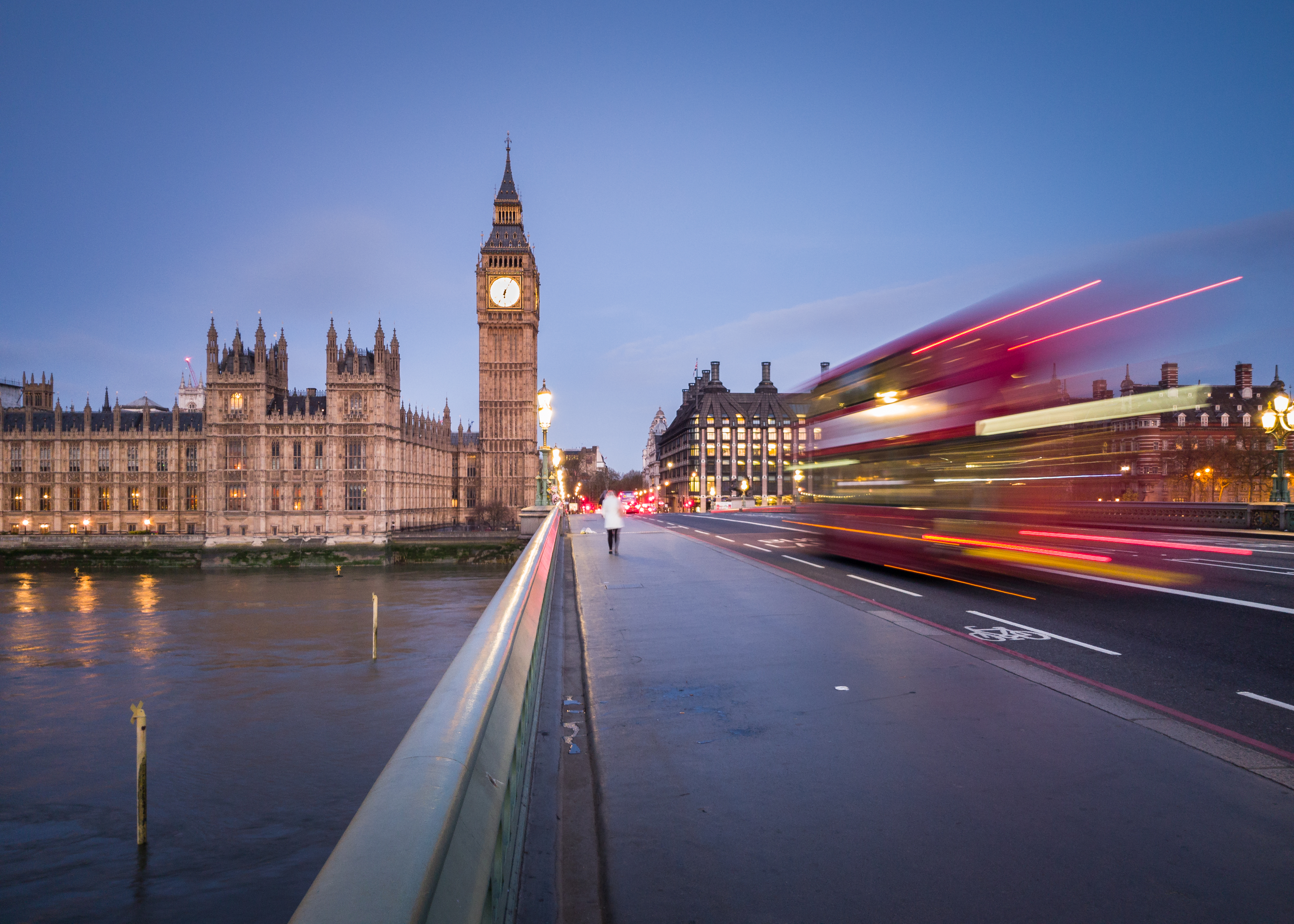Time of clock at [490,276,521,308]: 6:04
